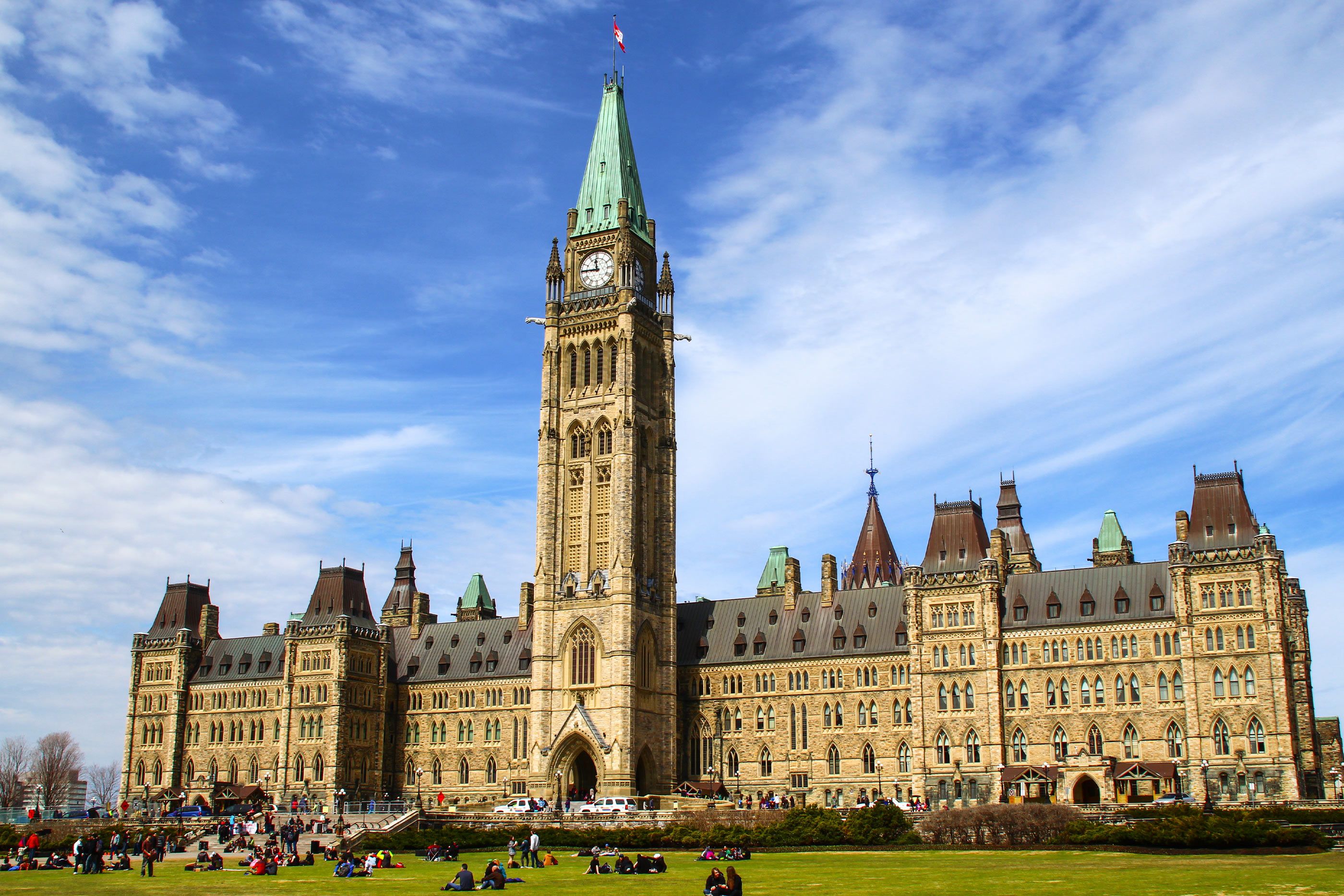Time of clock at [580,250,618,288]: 11:45
